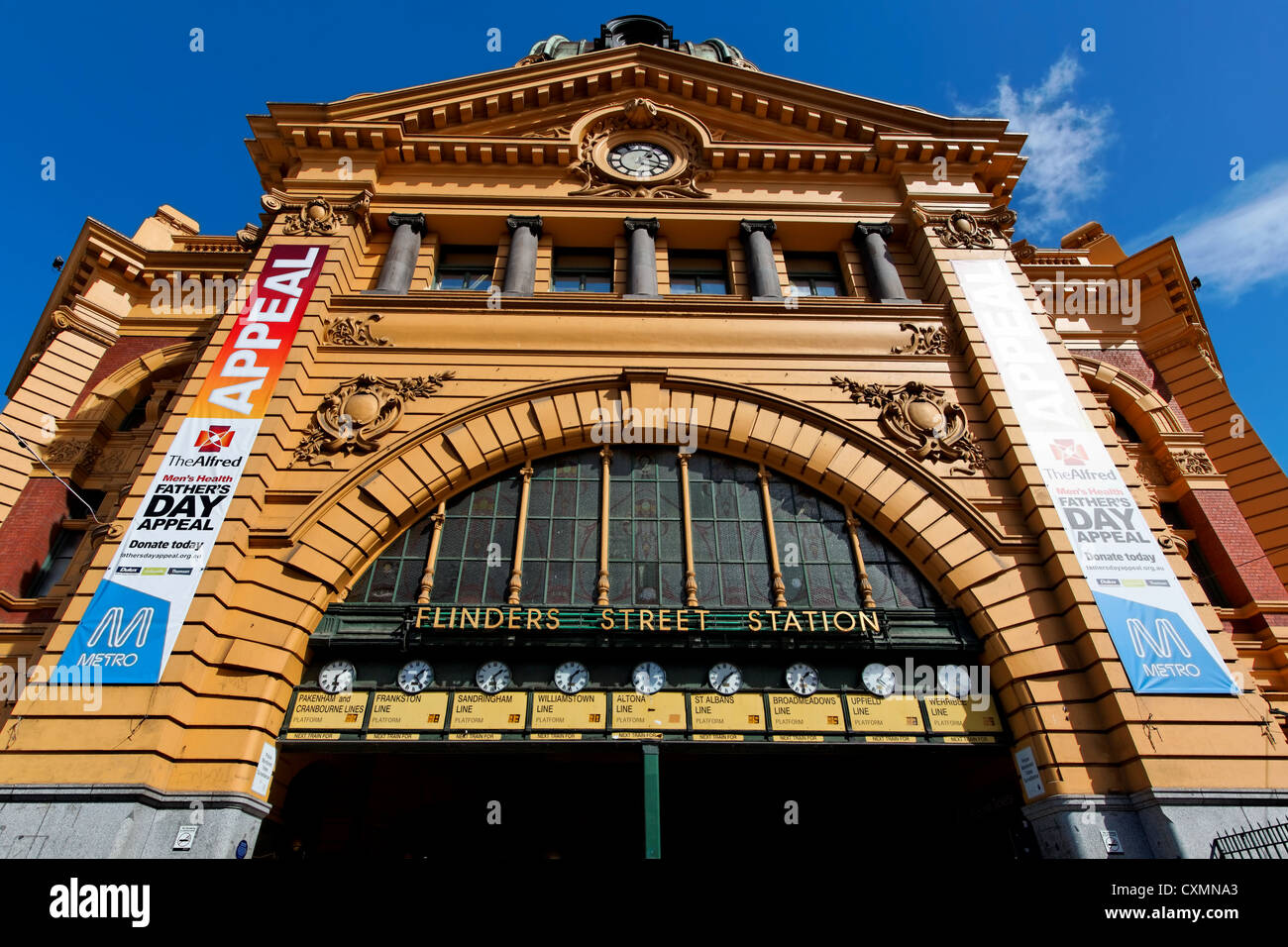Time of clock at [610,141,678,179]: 1:18
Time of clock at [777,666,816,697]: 1:29
